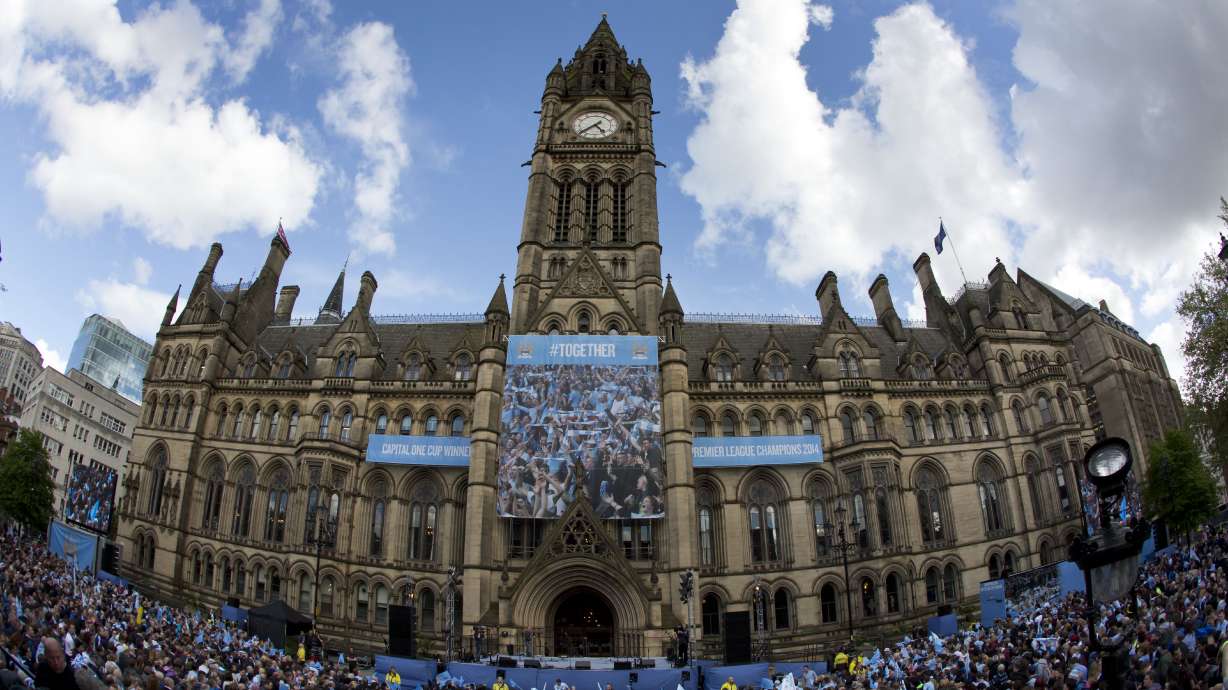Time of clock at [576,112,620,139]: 4:38
